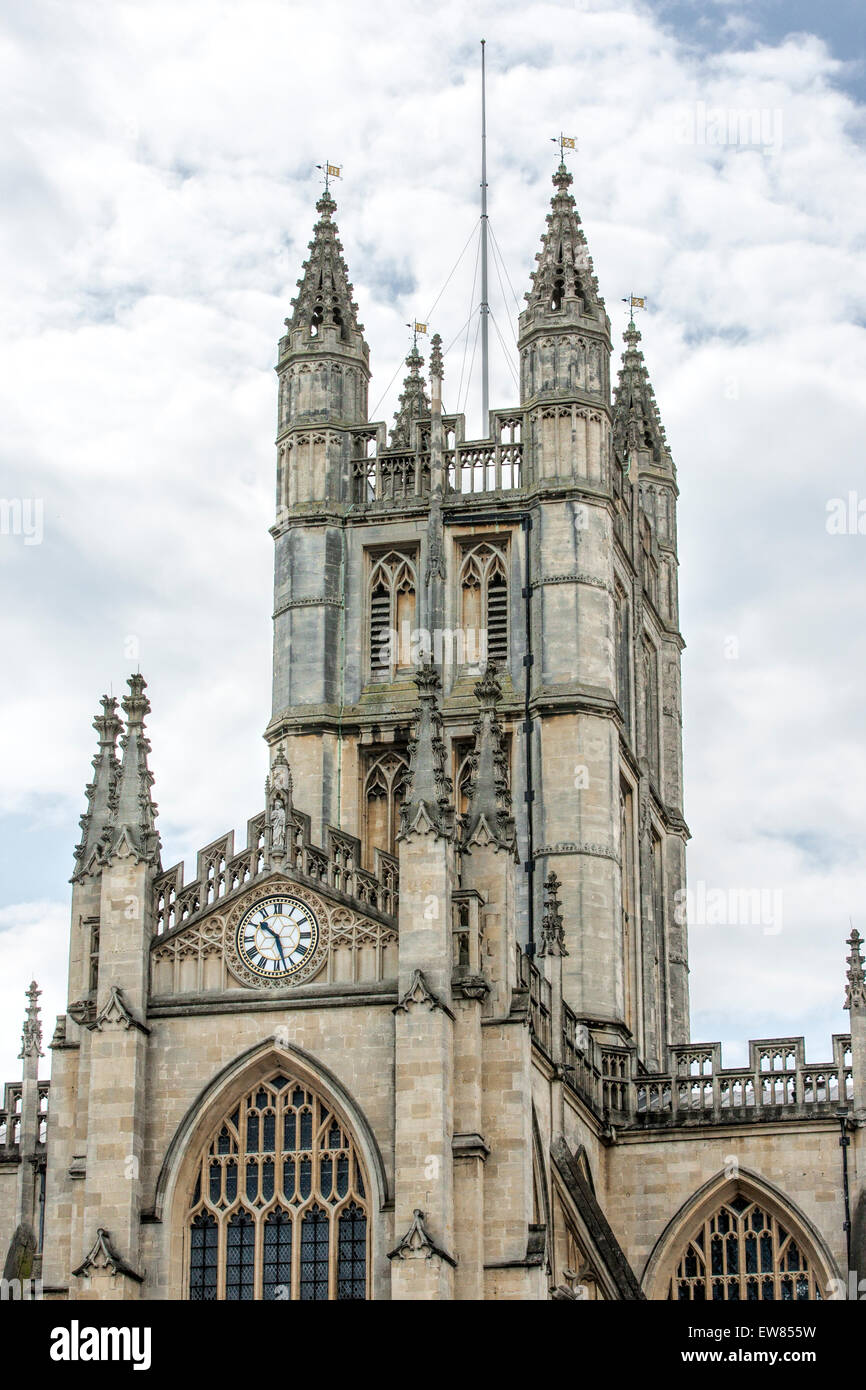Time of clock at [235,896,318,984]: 10:27
